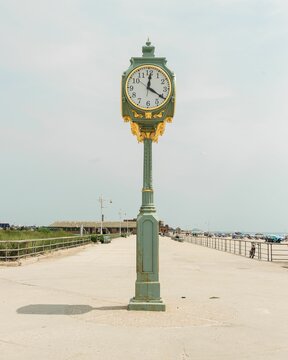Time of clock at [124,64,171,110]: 12:20
